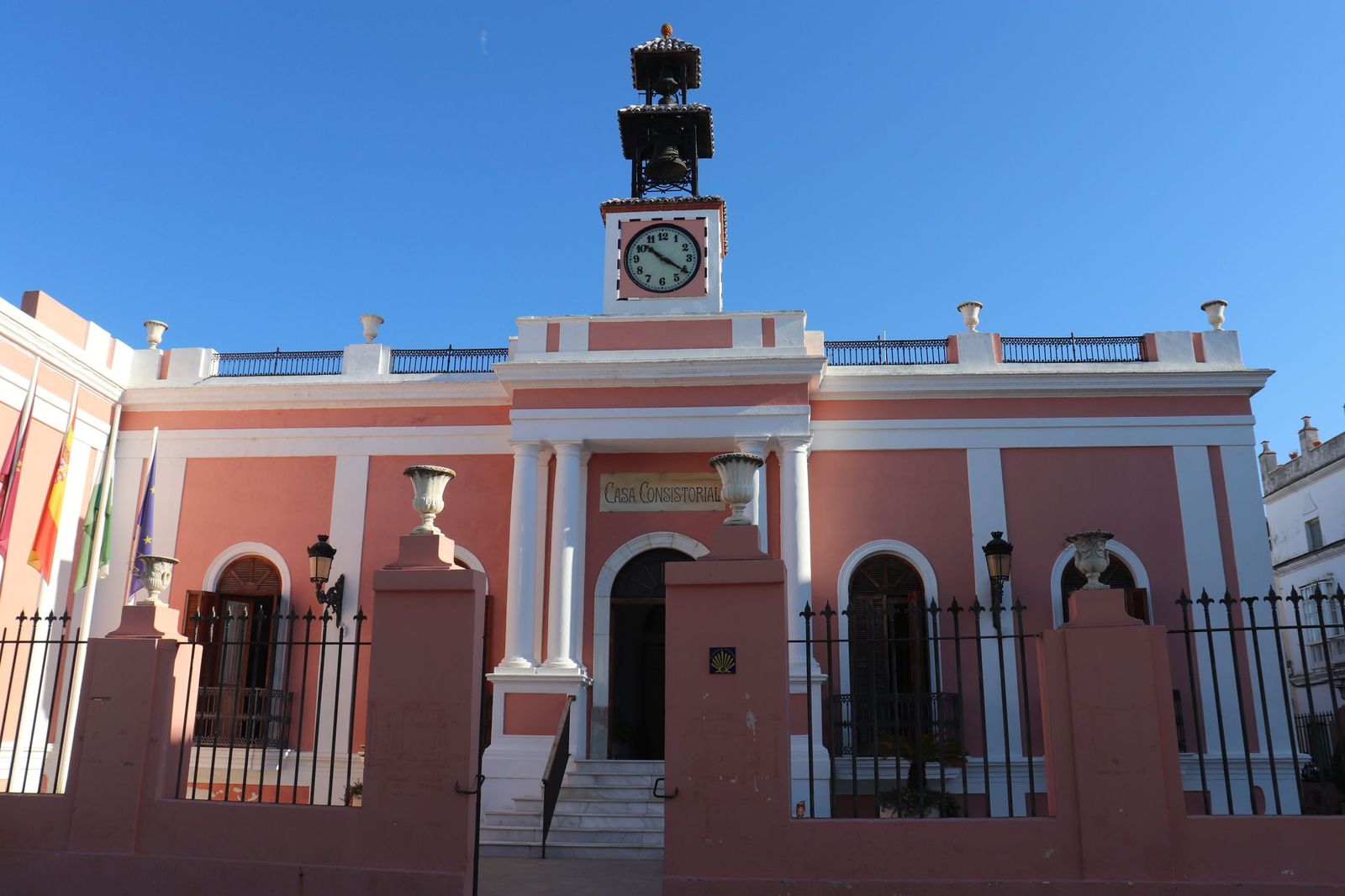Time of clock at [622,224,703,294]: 10:20
